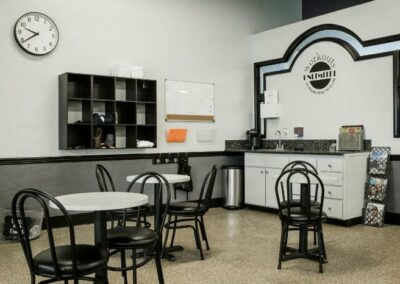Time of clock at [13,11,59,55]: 9:38
